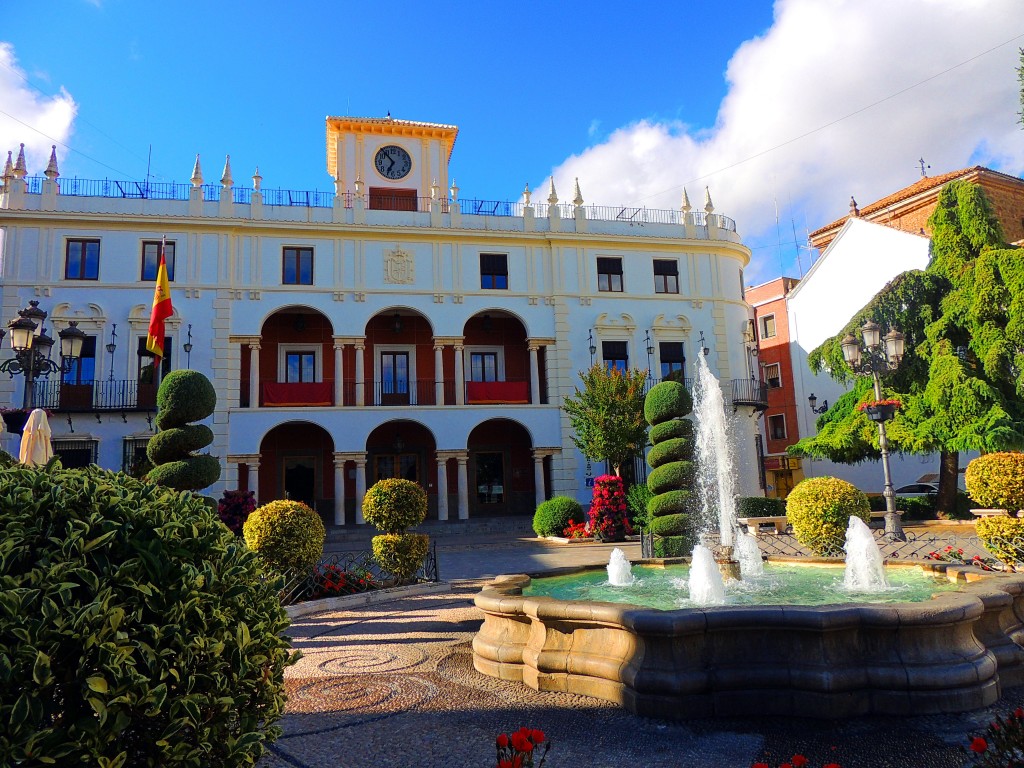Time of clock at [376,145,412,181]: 6:53
